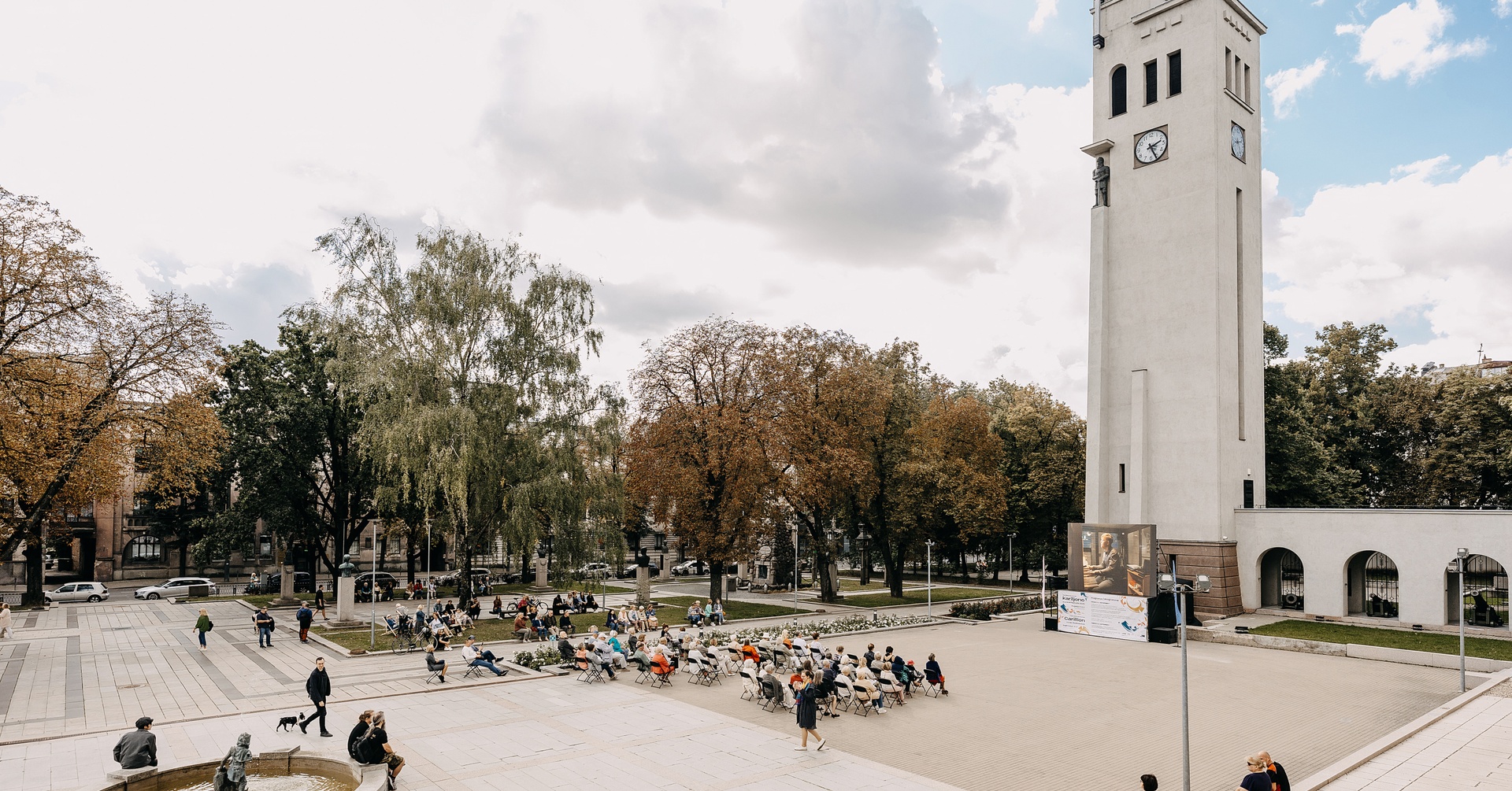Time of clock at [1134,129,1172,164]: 2:26
